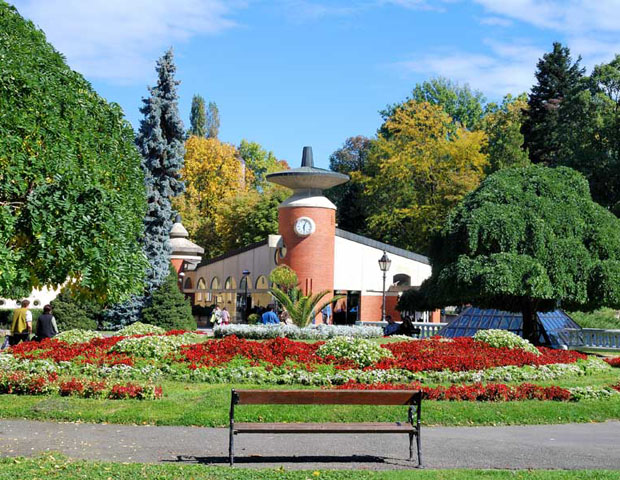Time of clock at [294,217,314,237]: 6:03
